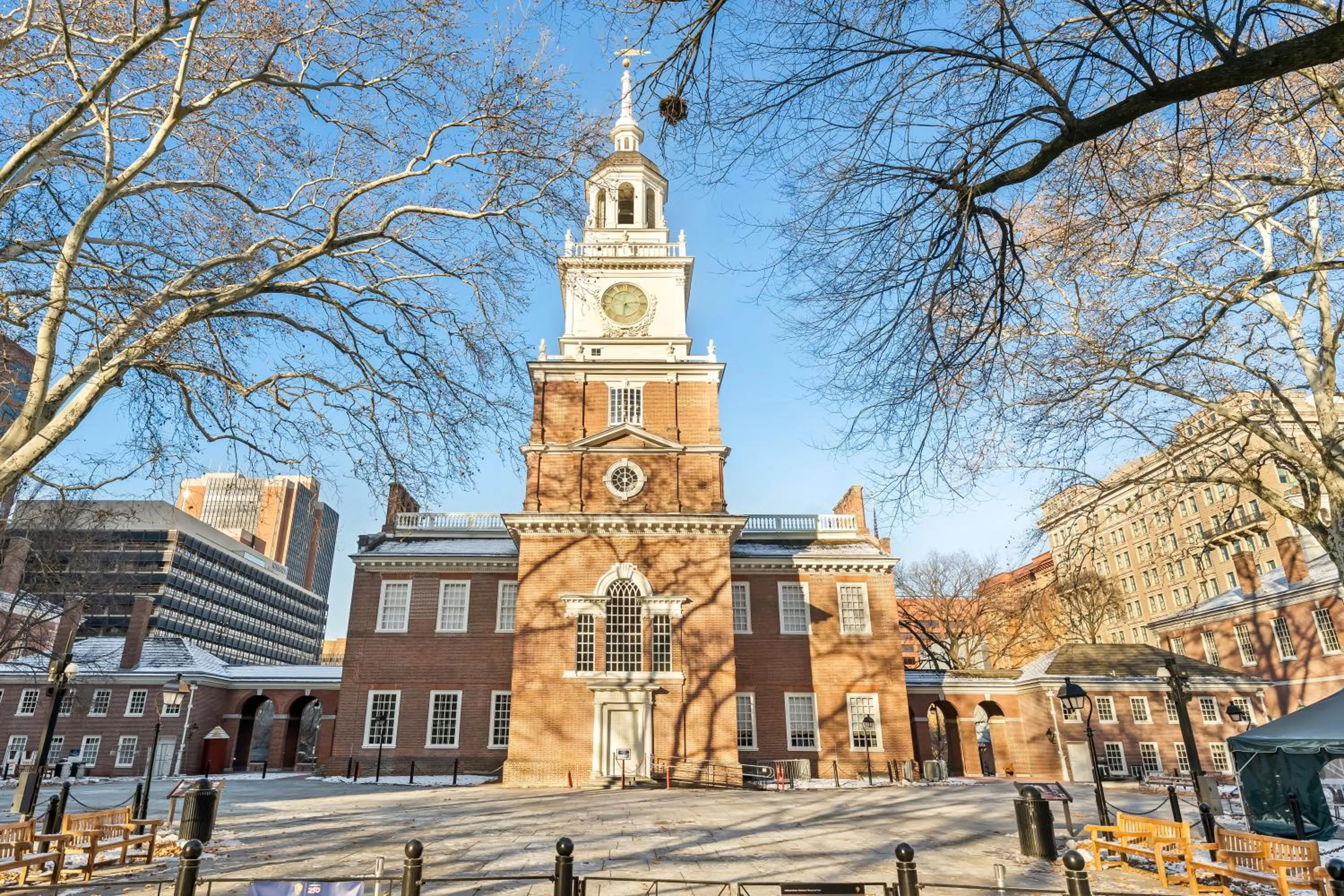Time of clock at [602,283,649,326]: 6:13
